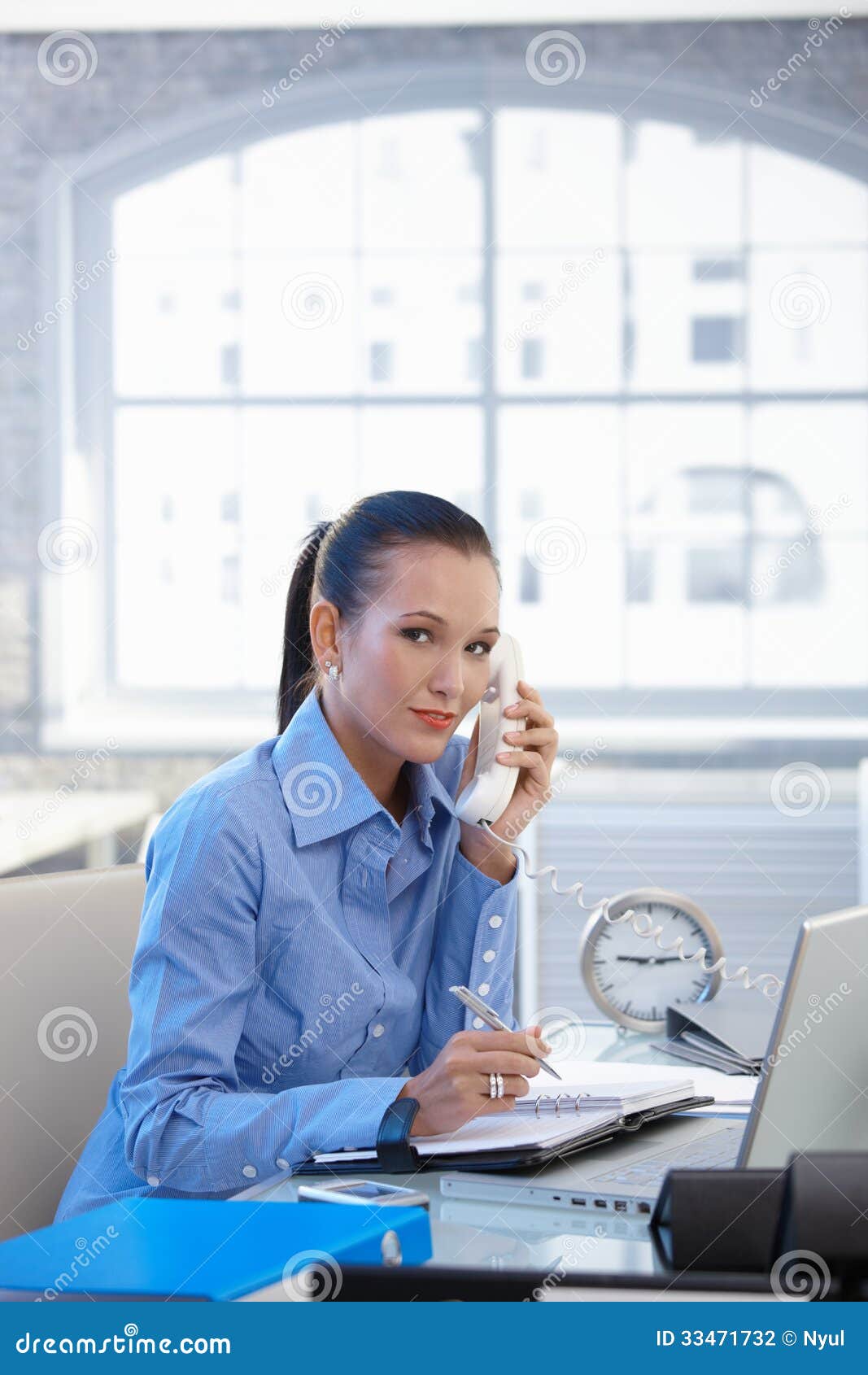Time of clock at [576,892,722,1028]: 9:14
